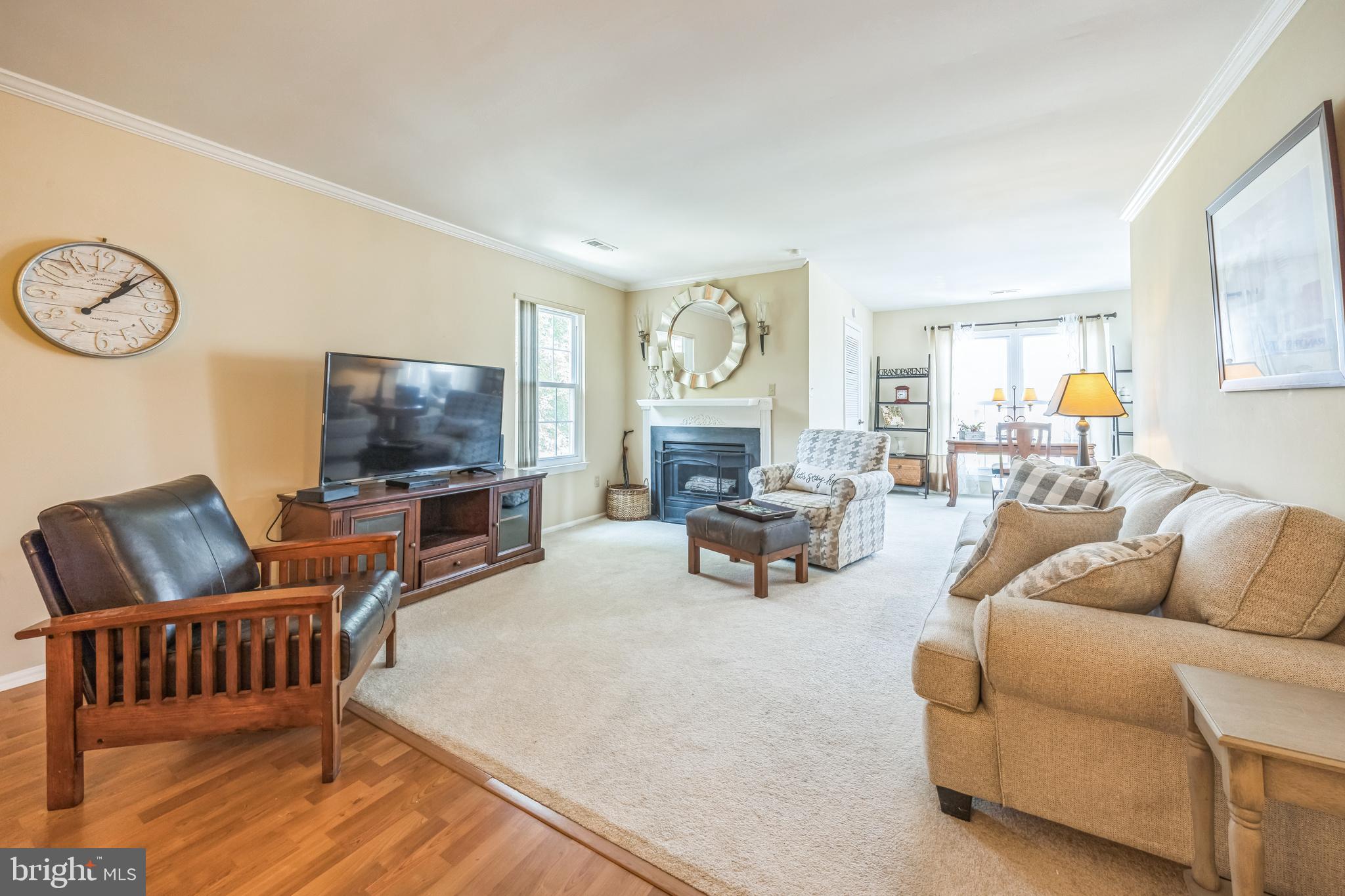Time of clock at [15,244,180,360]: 1:07
